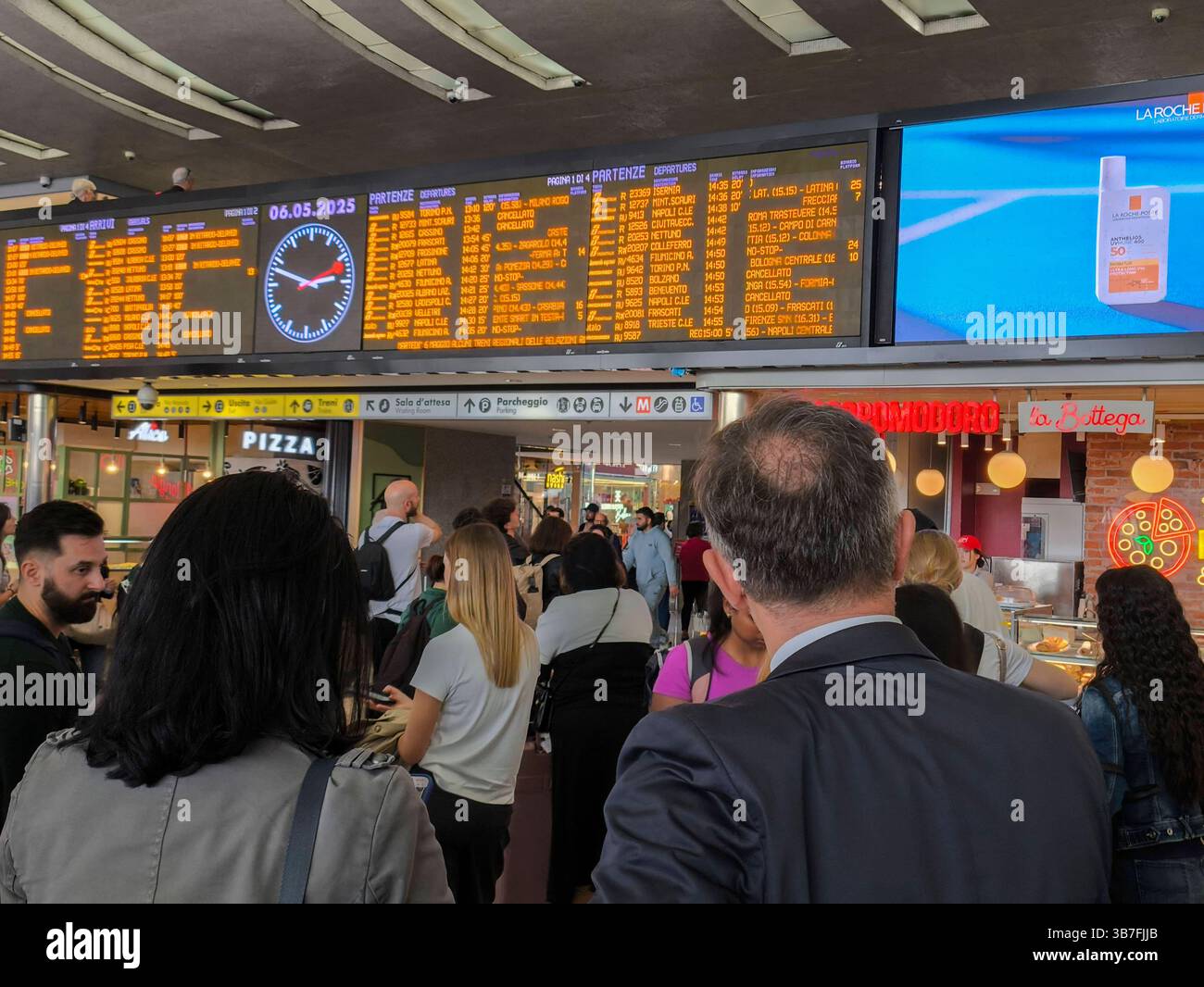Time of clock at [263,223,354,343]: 2:48
